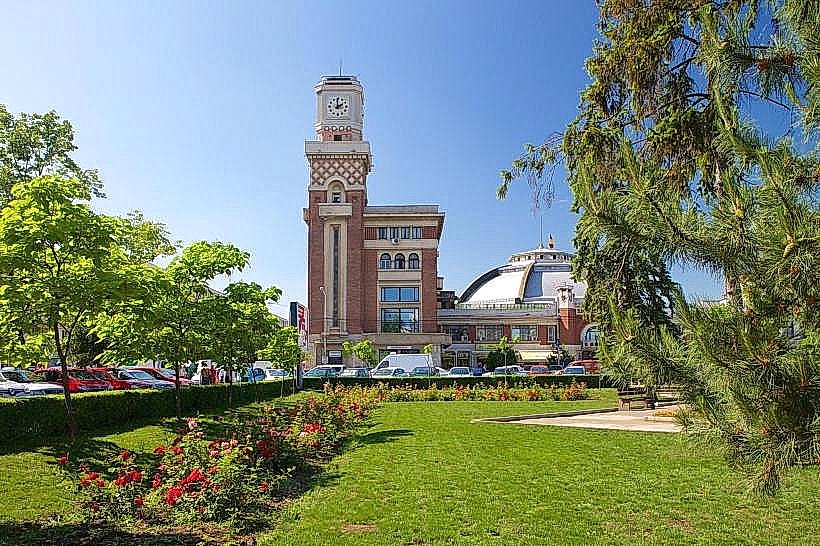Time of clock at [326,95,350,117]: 1:59
